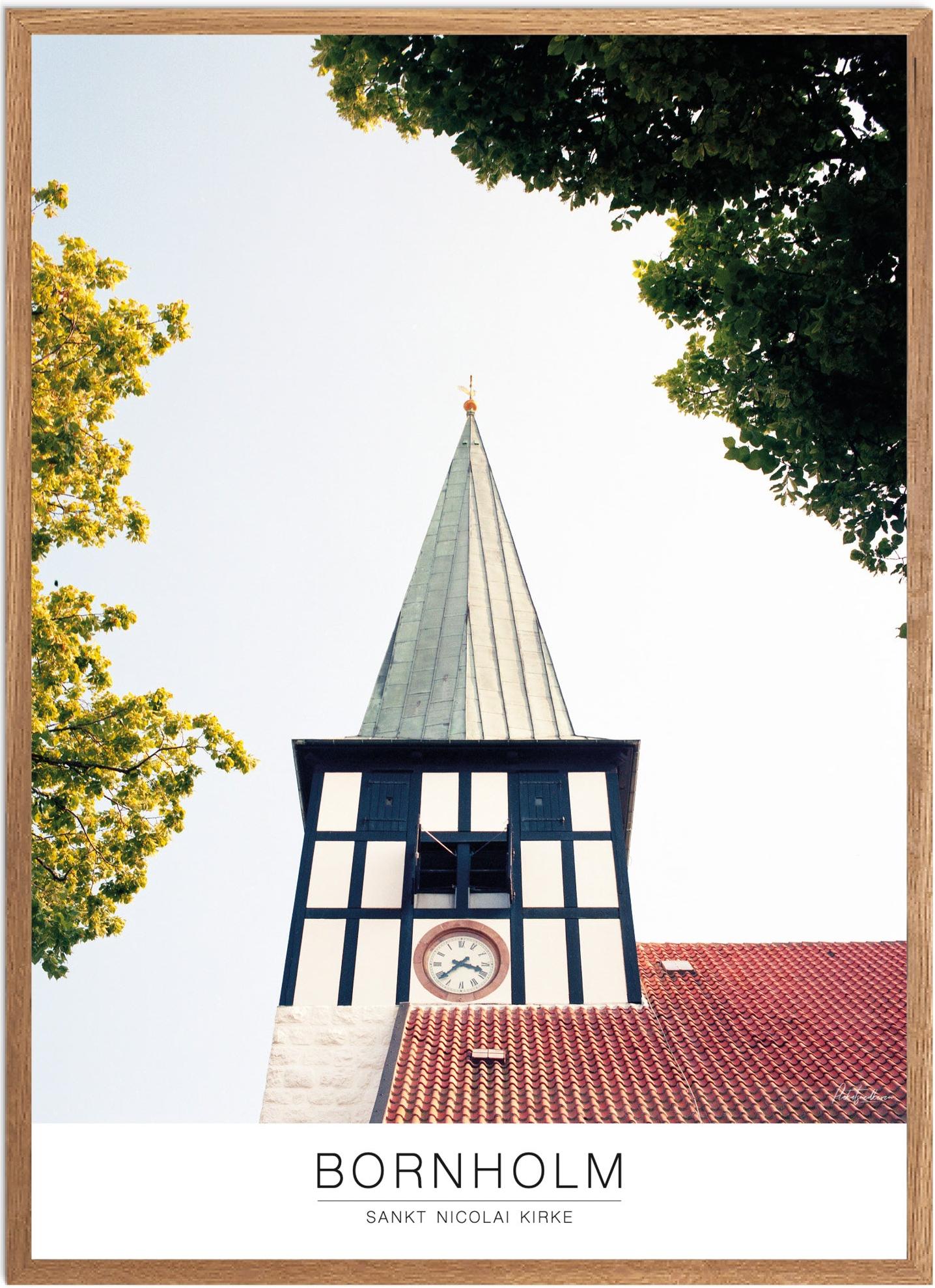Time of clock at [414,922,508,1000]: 3:38
